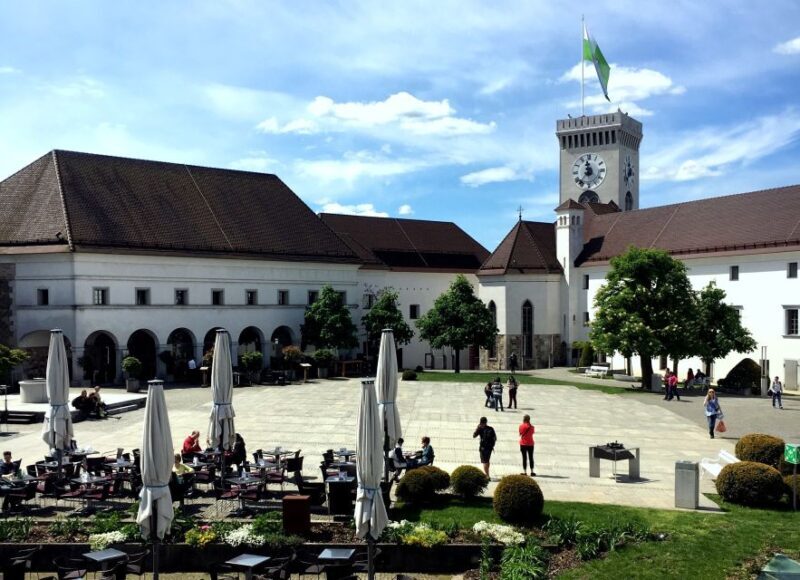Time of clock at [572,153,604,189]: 11:36
